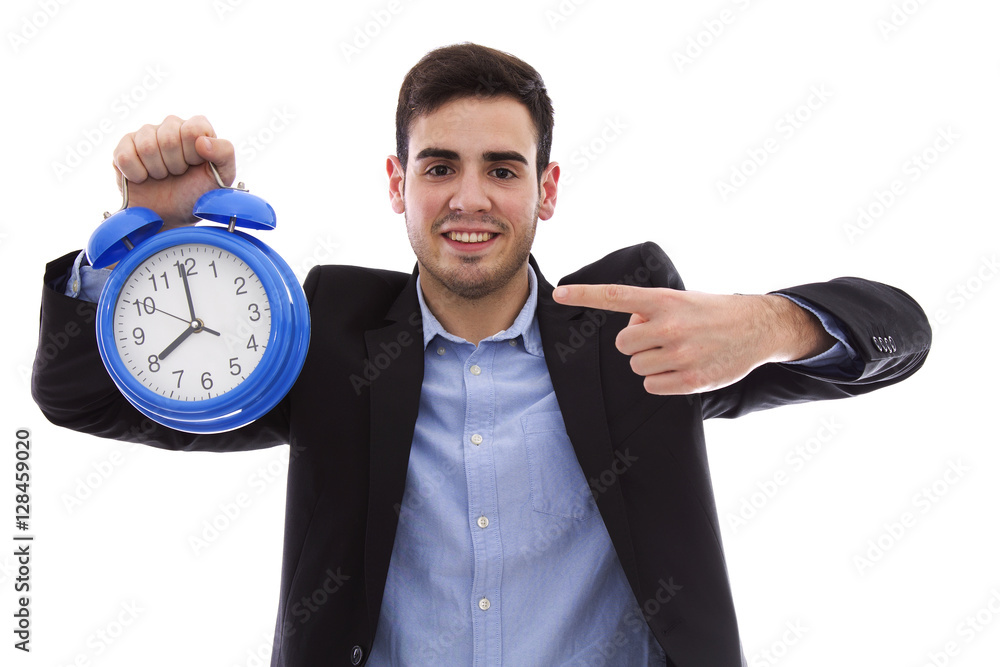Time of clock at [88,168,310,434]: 7:59
